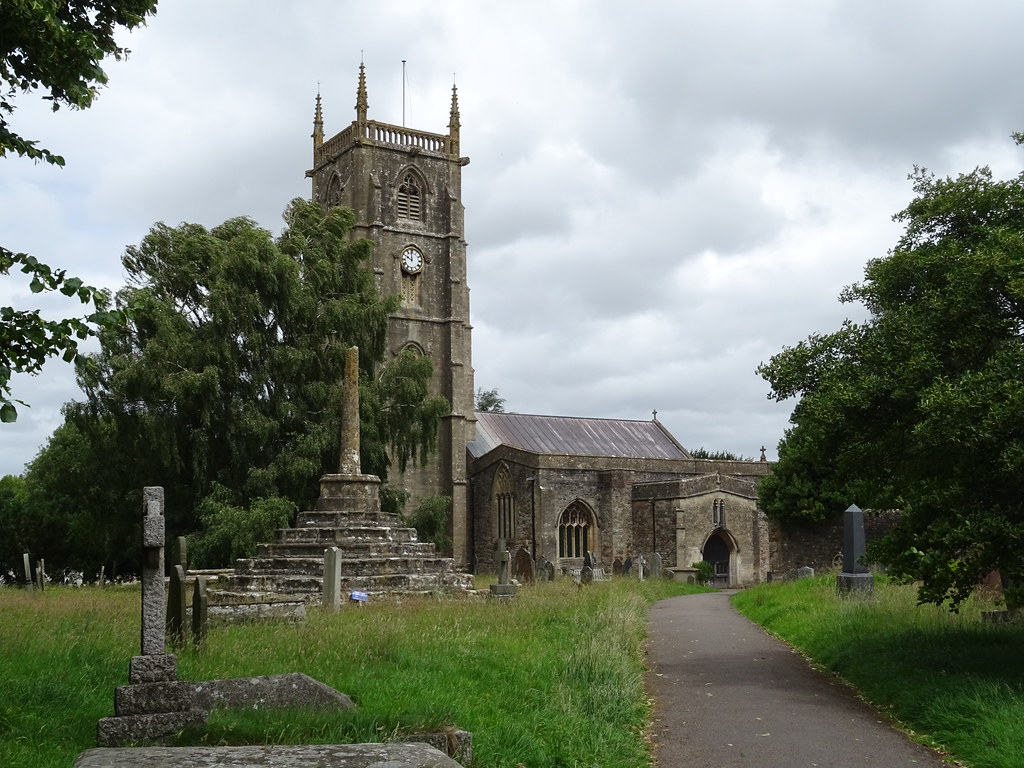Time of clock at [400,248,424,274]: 9:59
